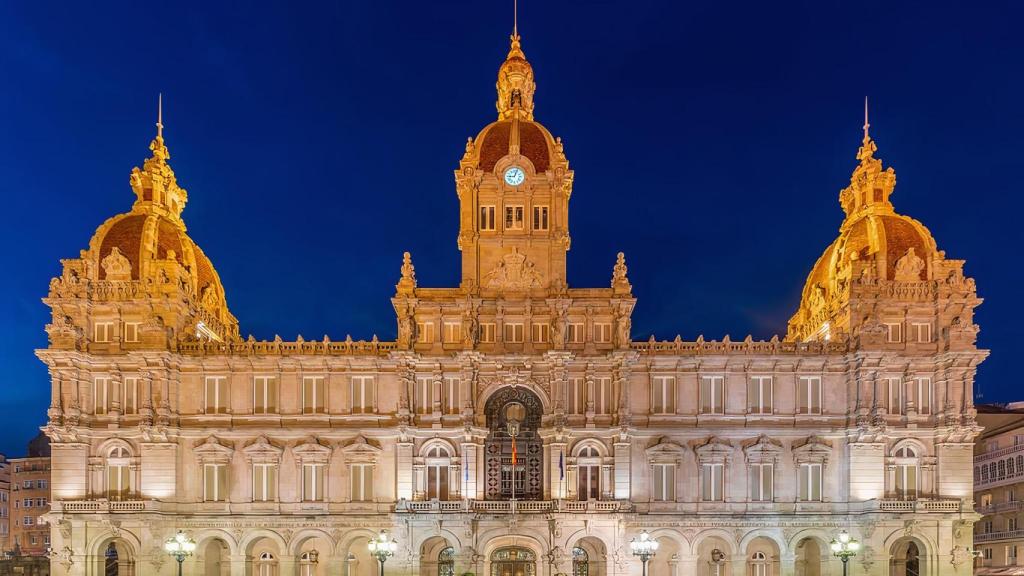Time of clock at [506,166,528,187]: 9:03
